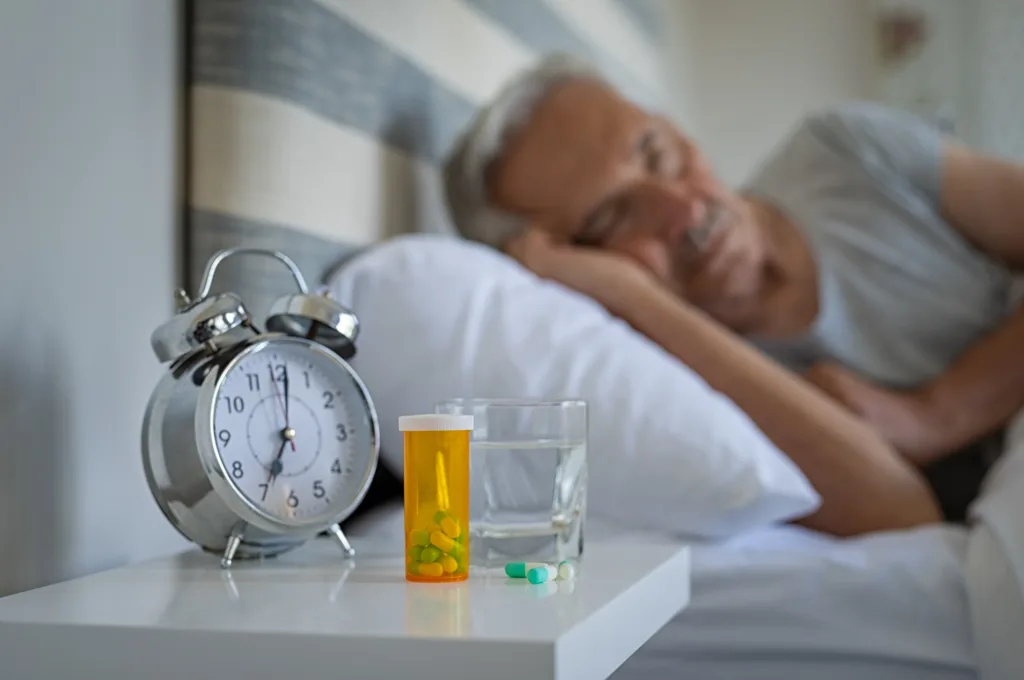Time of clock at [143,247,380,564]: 7:01
